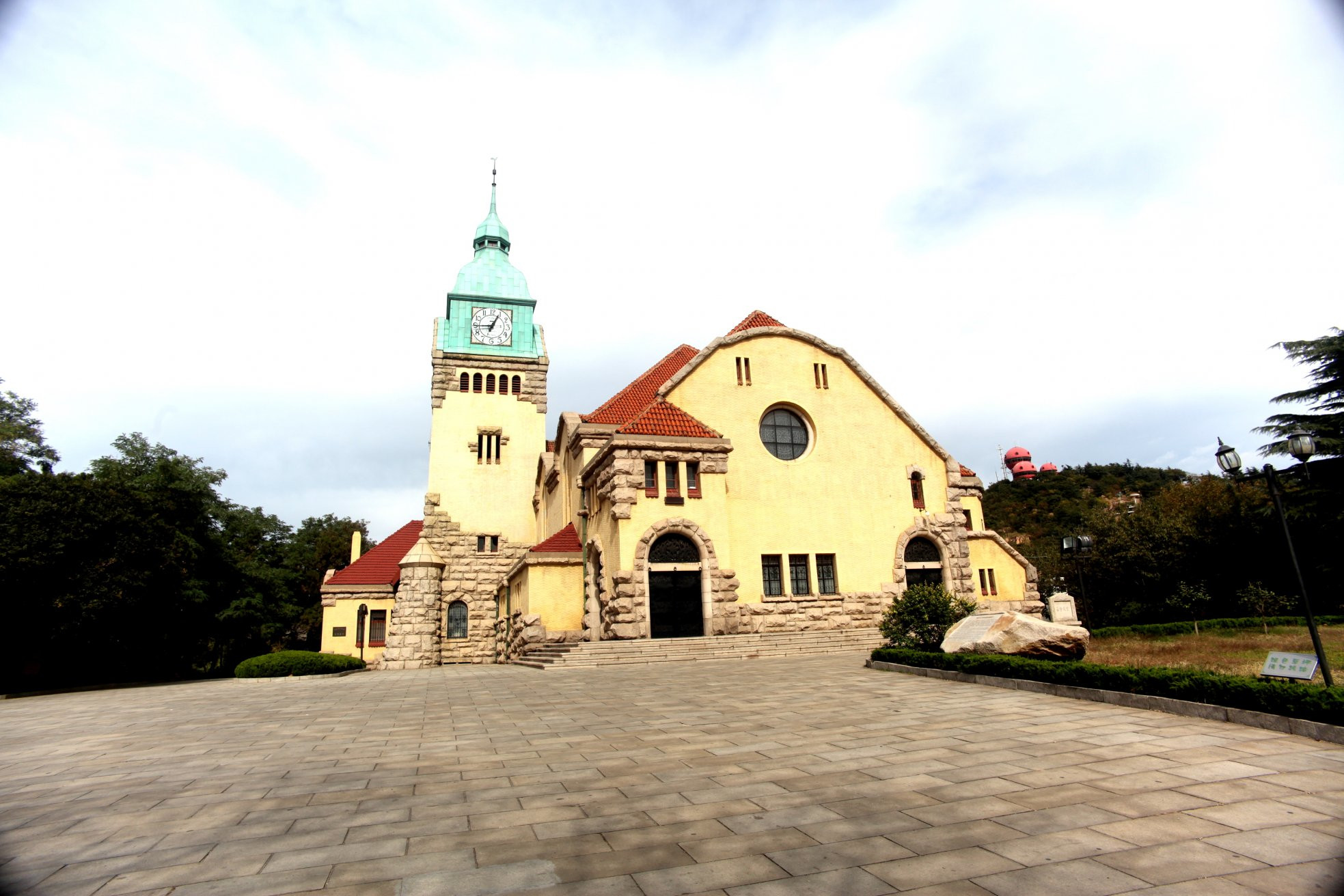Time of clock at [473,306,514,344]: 12:44
